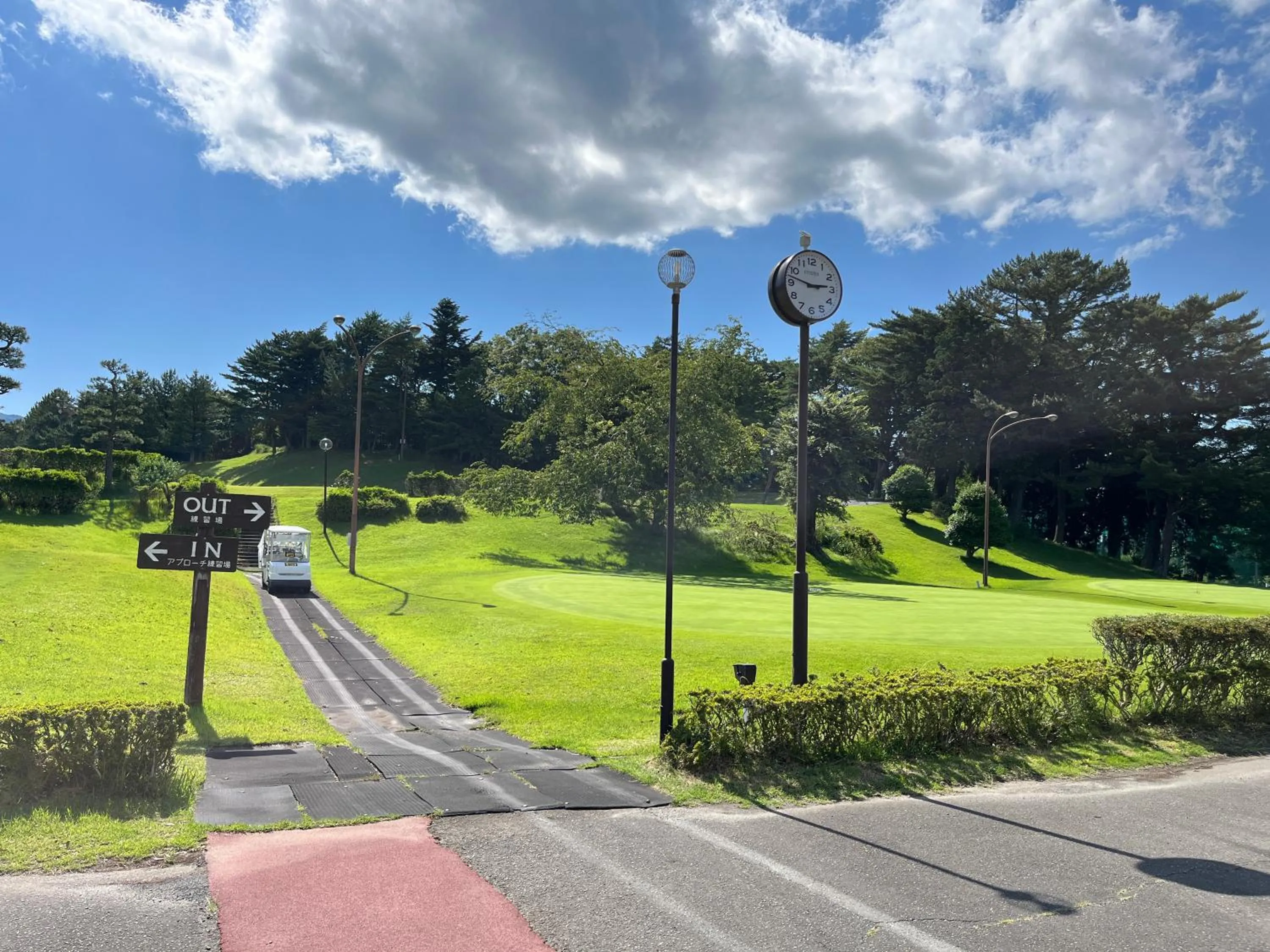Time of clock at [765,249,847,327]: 2:47
